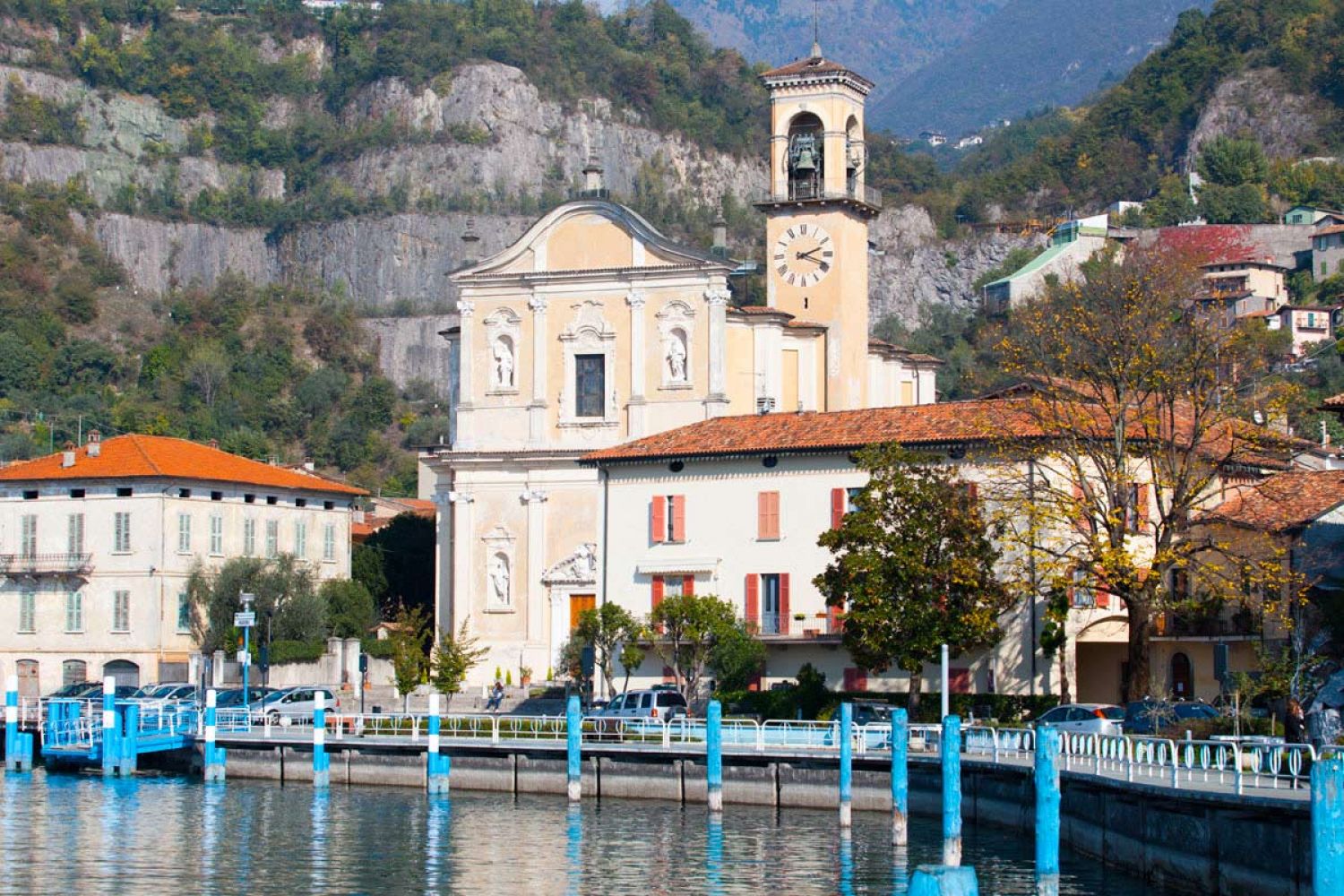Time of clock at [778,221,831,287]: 2:18
